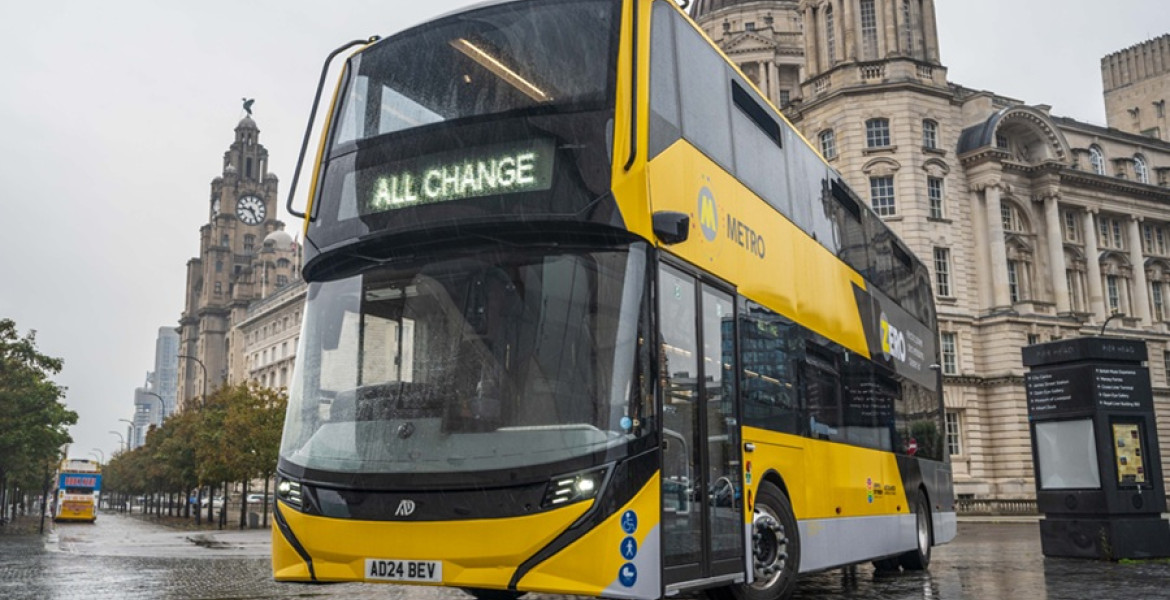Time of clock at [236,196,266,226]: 9:25
